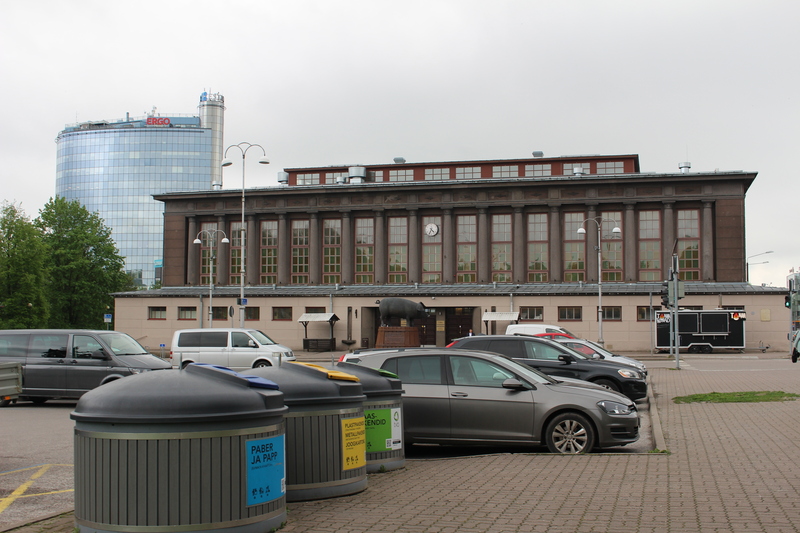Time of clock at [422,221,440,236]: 4:34
